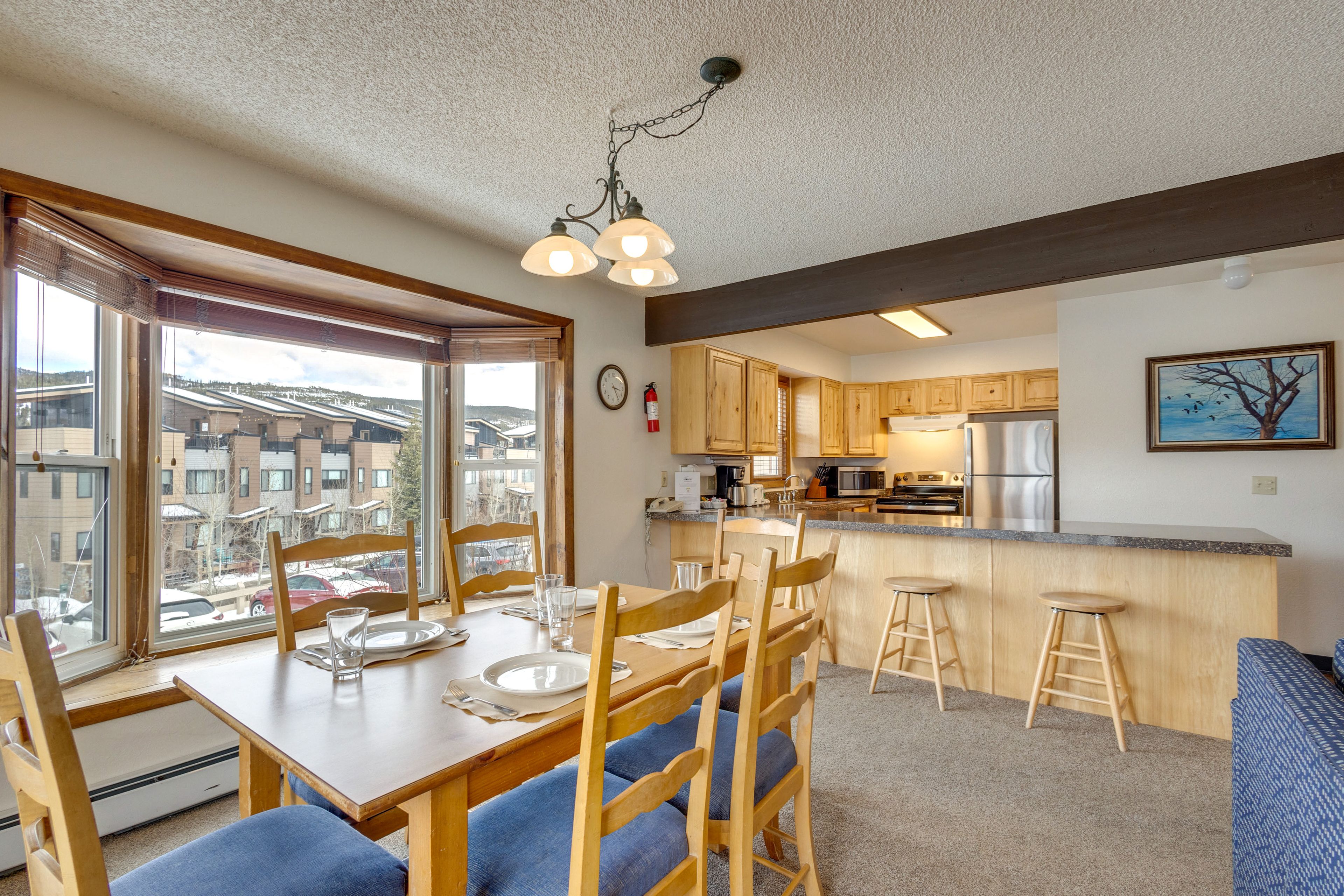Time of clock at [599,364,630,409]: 3:24
